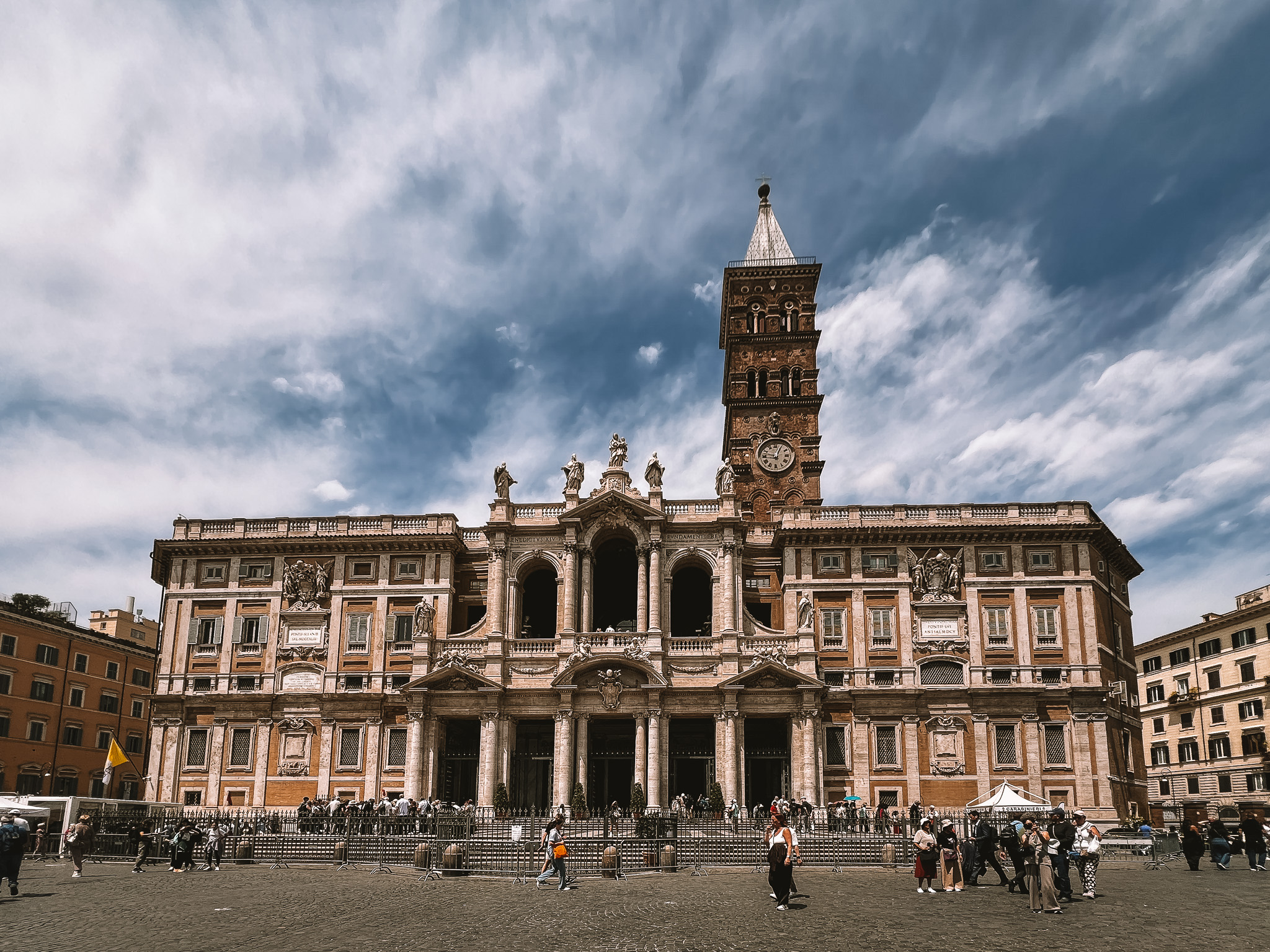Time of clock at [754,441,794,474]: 12:47
